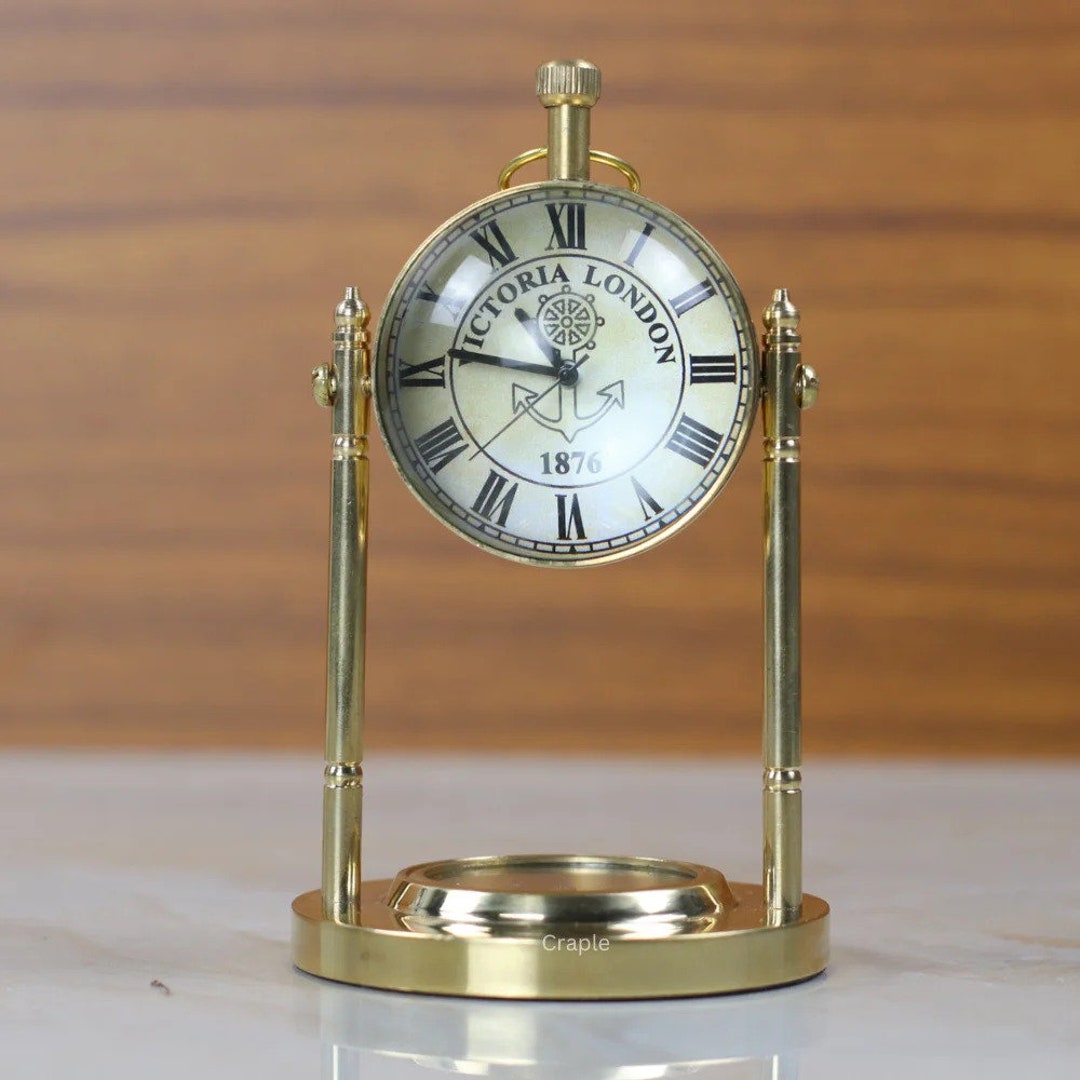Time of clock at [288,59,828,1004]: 11:46
